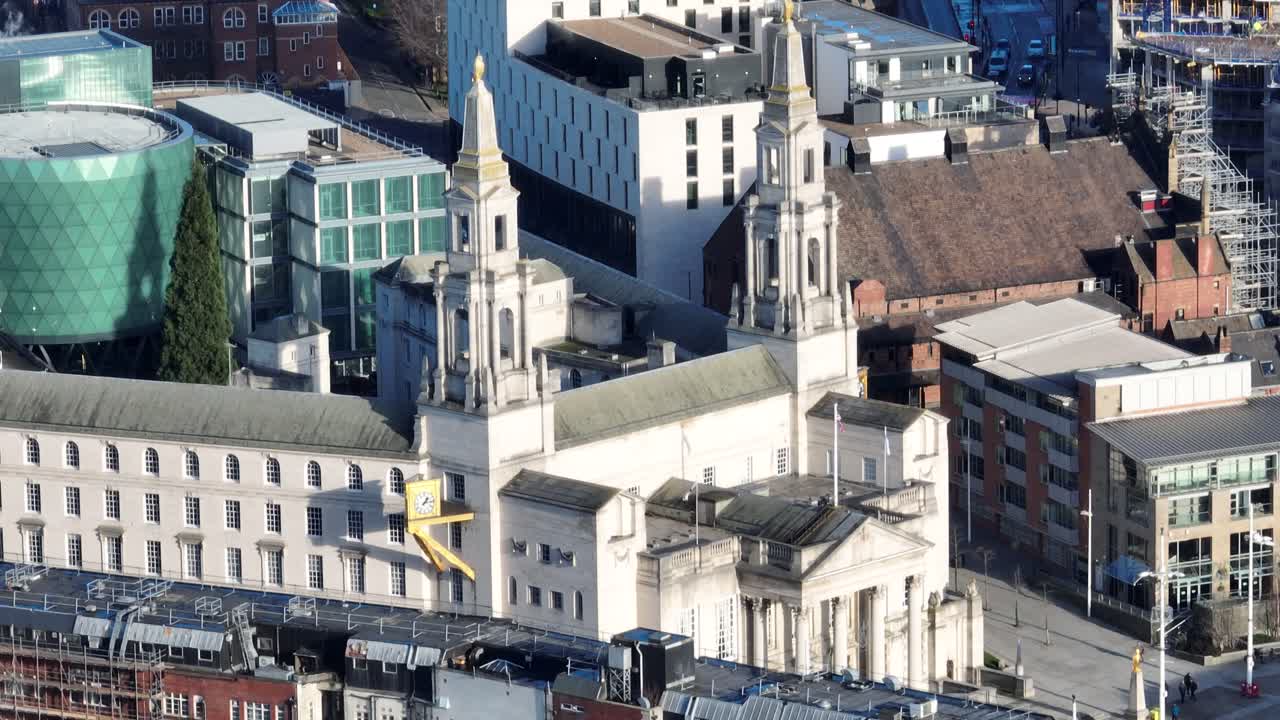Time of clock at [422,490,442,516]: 1:13
